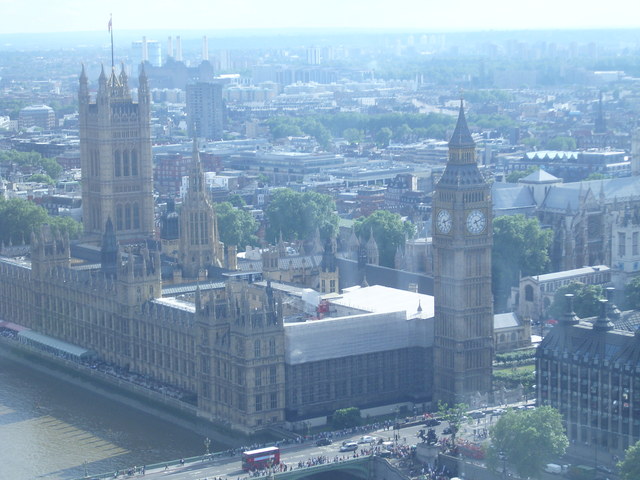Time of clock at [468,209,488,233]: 5:11
